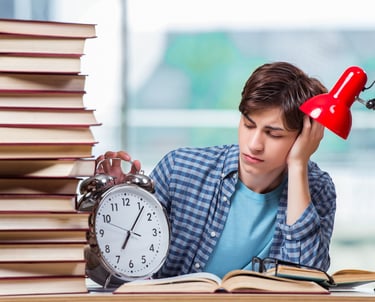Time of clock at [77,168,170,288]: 7:06
